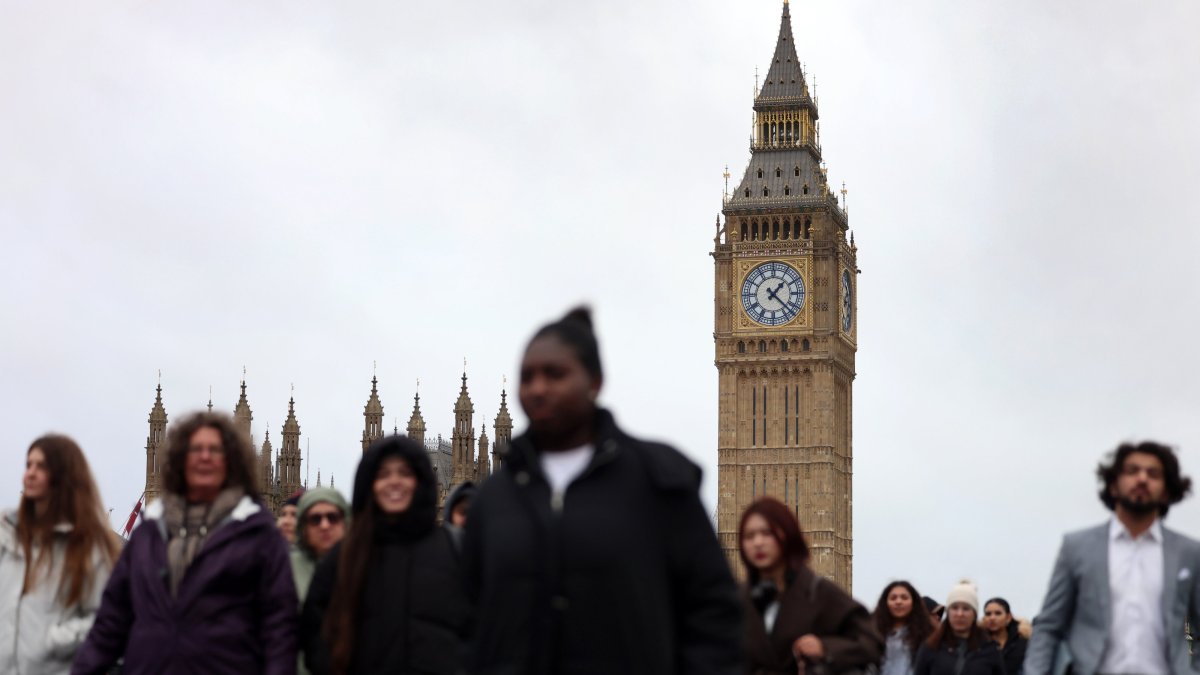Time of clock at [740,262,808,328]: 1:22
